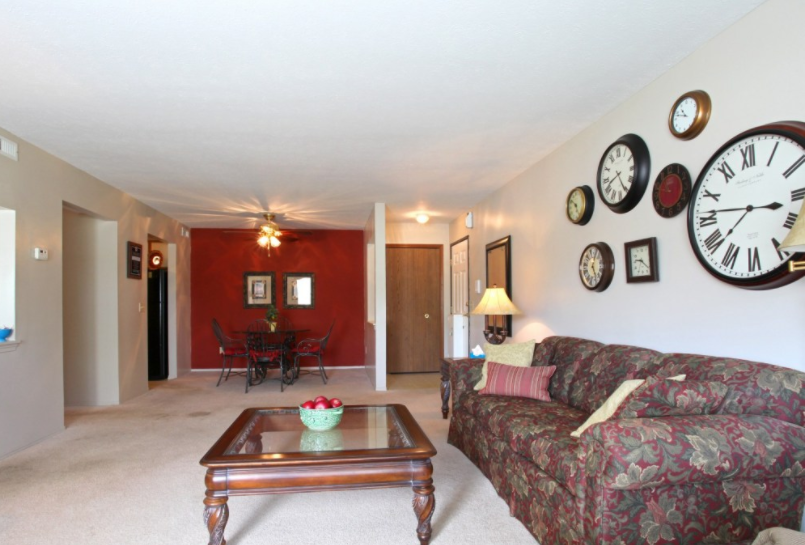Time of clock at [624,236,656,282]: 9:20
